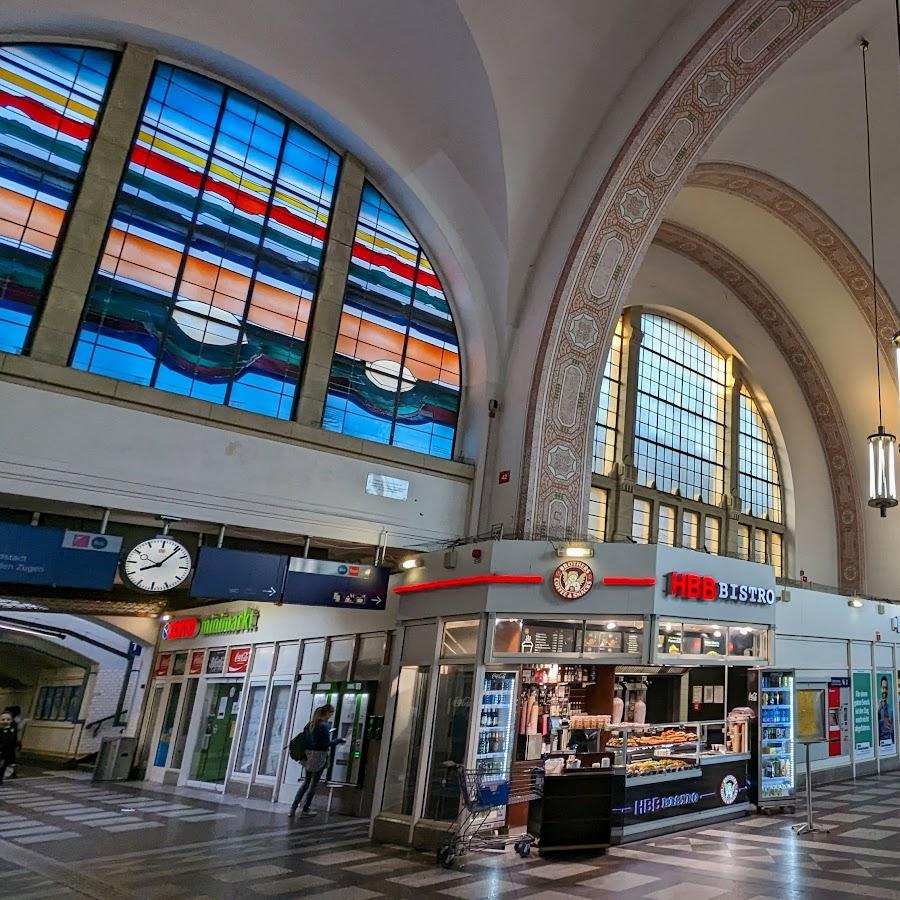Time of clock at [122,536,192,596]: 8:06
